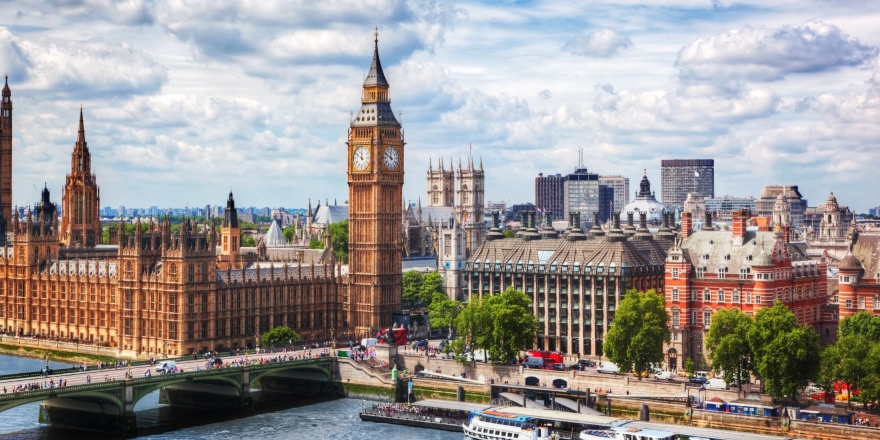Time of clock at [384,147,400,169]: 11:49
